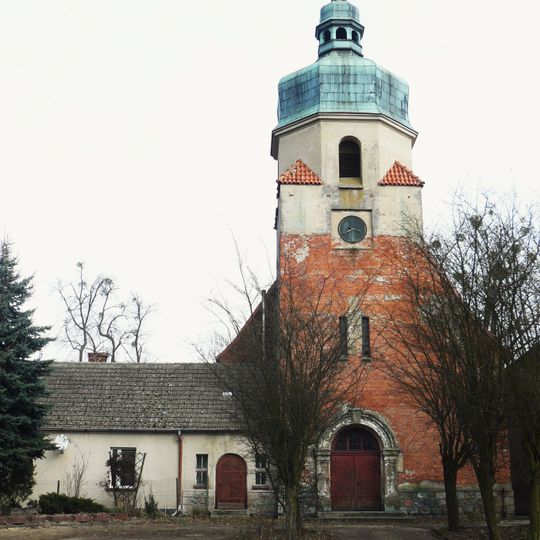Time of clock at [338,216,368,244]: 3:39
